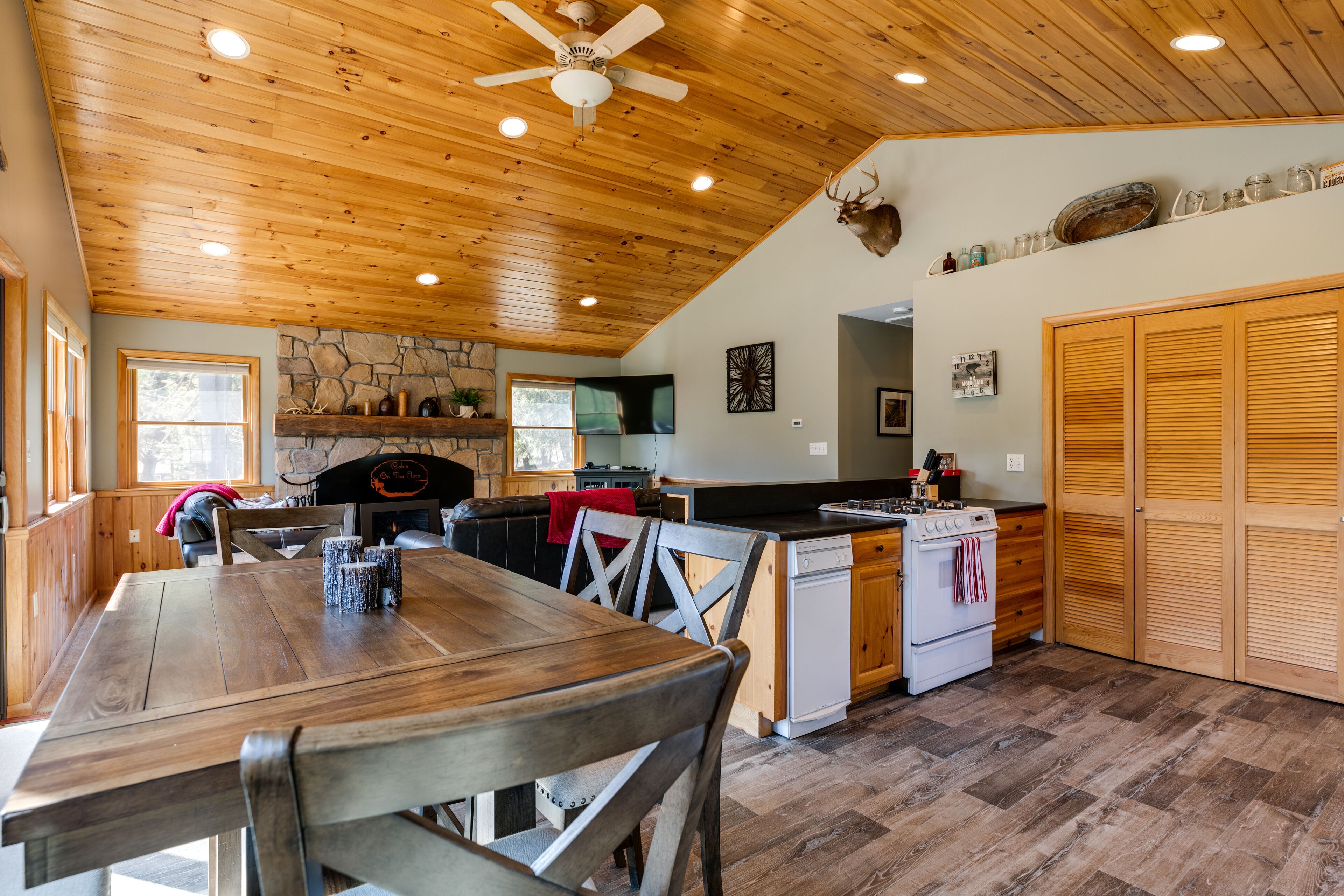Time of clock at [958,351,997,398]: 10:31
